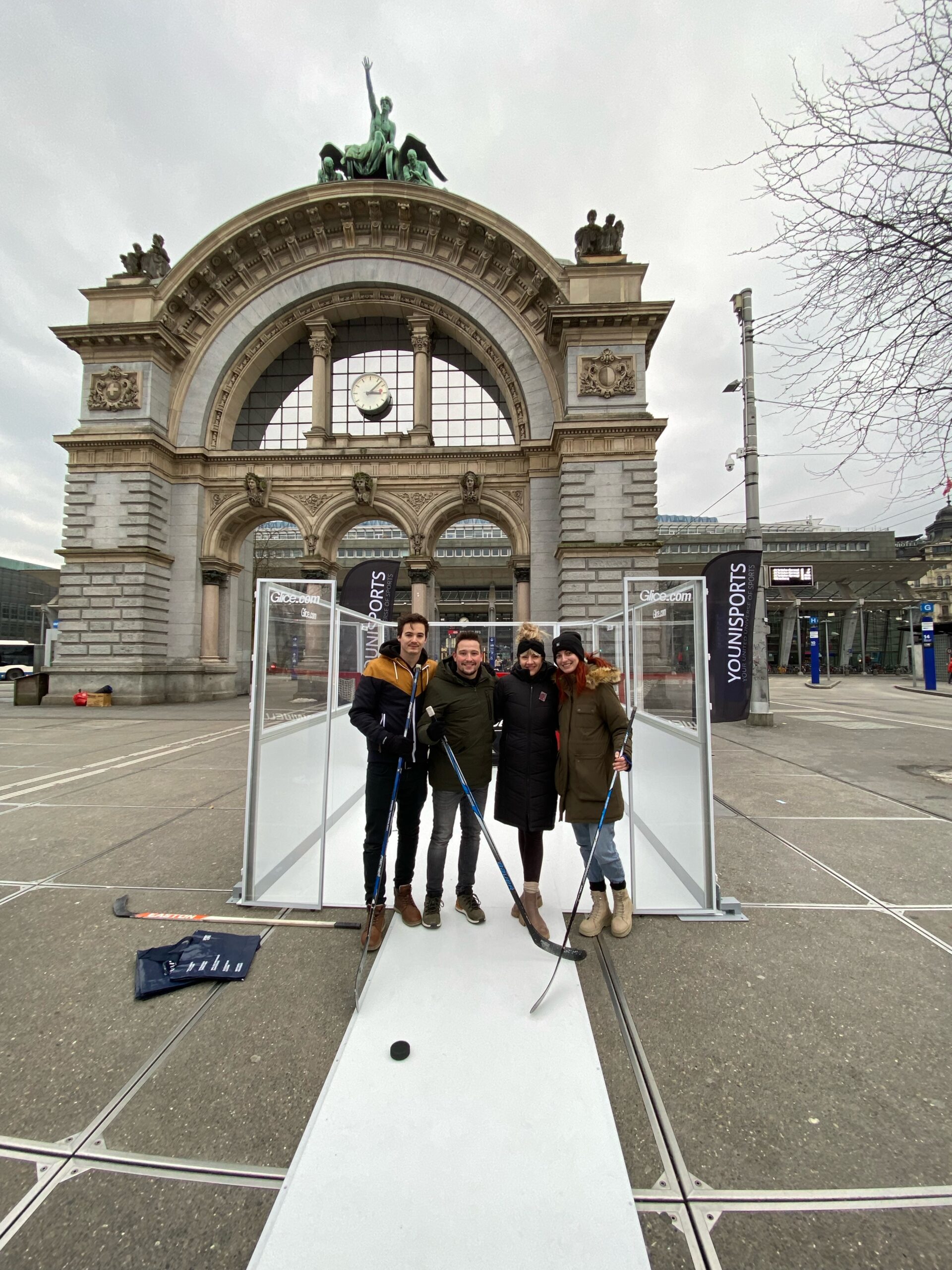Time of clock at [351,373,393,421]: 3:07
